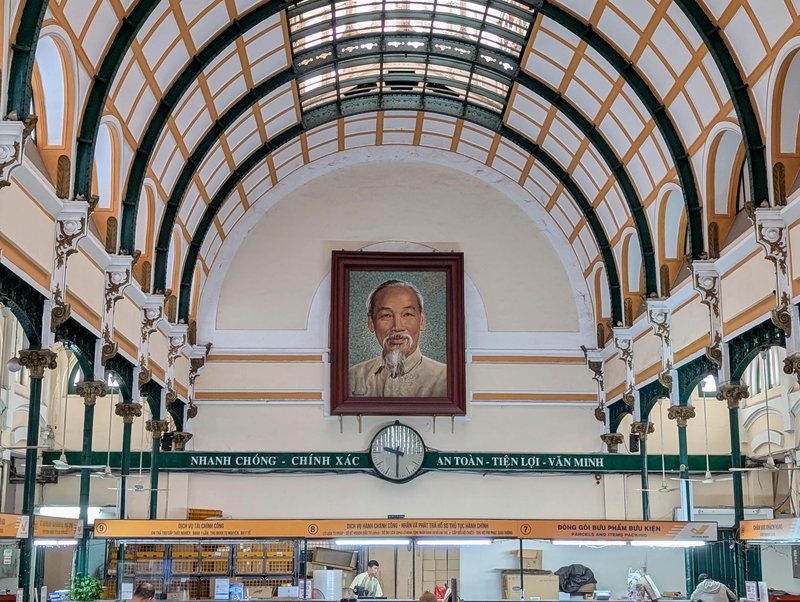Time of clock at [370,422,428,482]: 9:30
